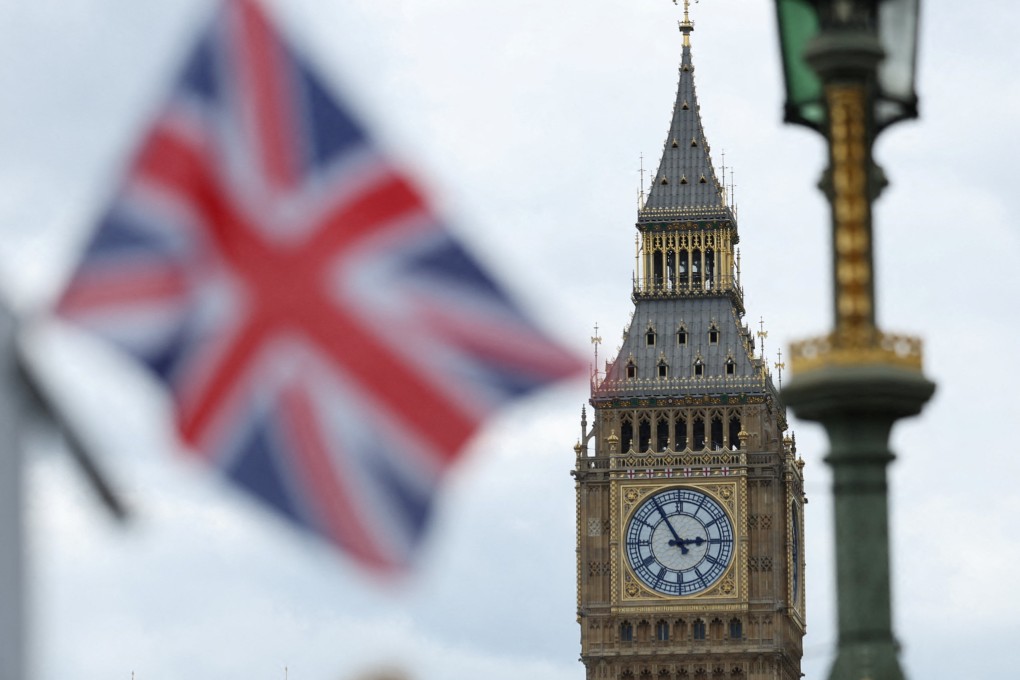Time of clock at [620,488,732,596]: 2:54
